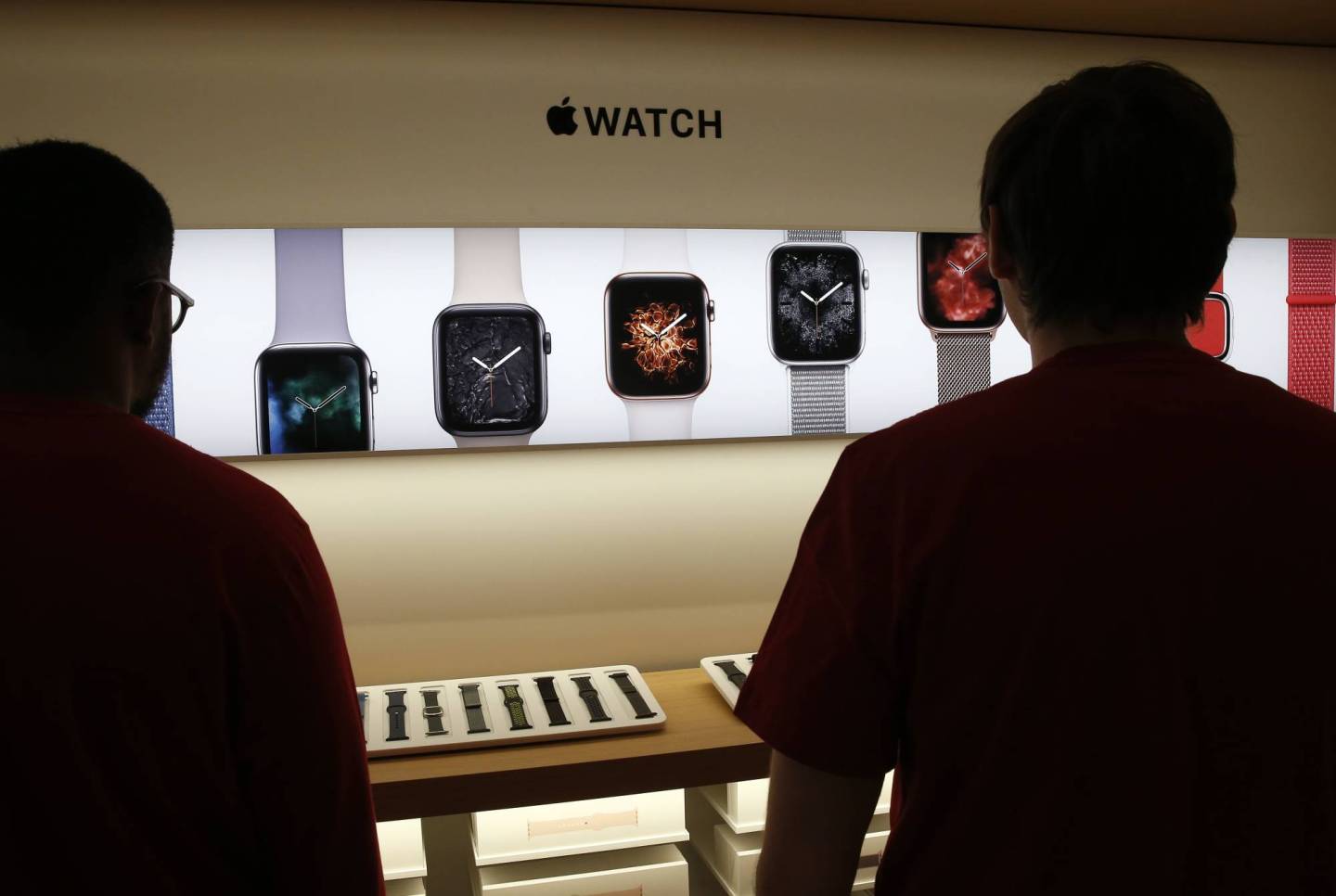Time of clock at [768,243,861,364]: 10:08
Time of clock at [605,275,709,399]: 9:08
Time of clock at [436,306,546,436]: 10:09
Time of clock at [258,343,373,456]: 10:09
